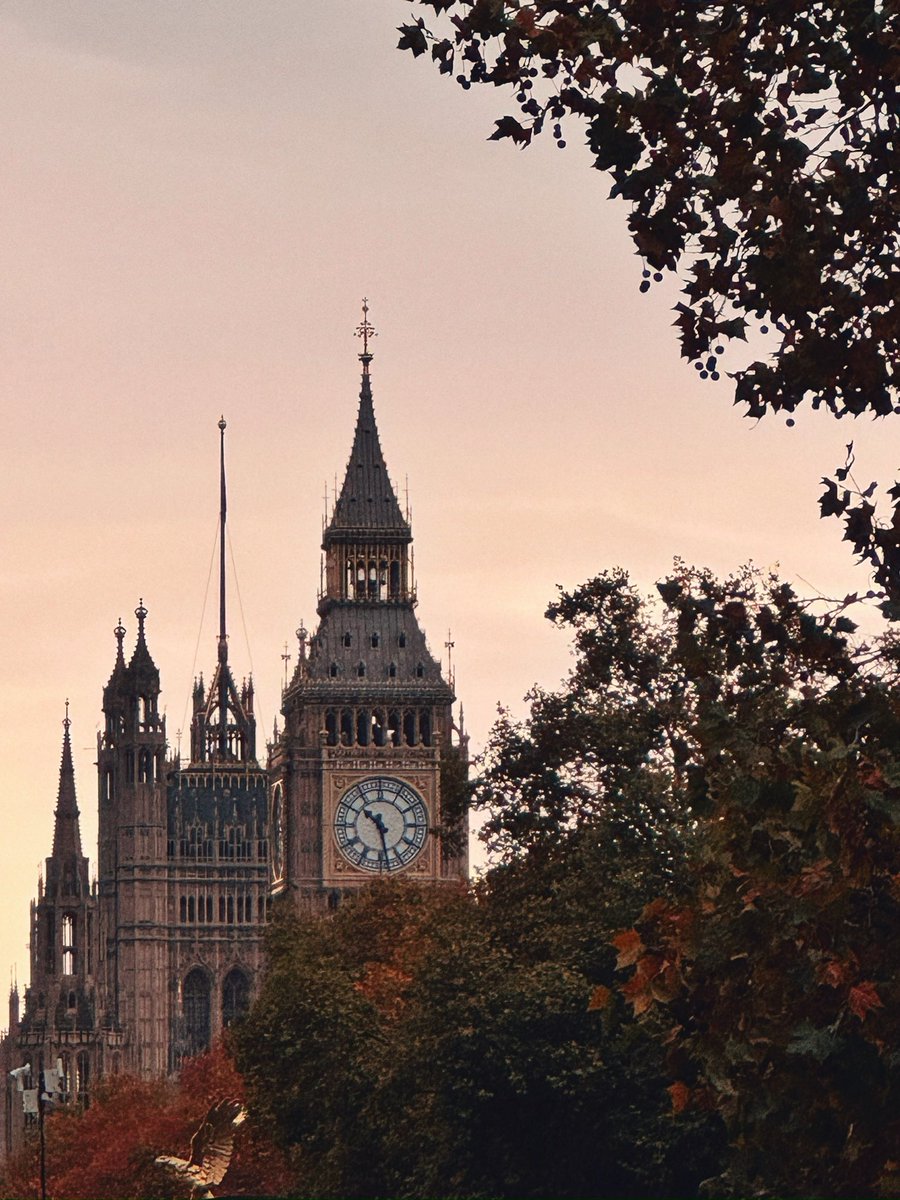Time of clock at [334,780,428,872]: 10:28
